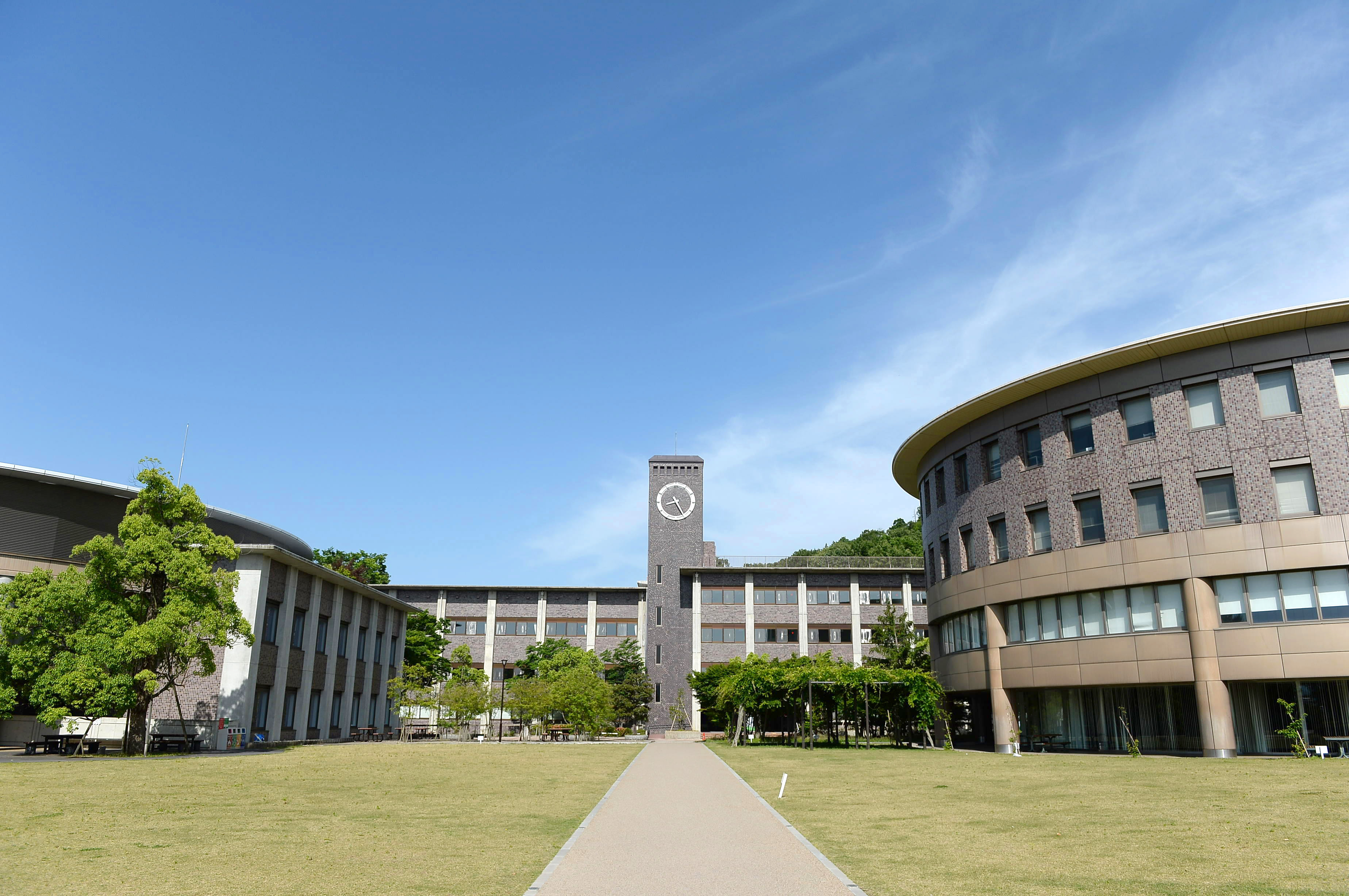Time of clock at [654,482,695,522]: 8:25
